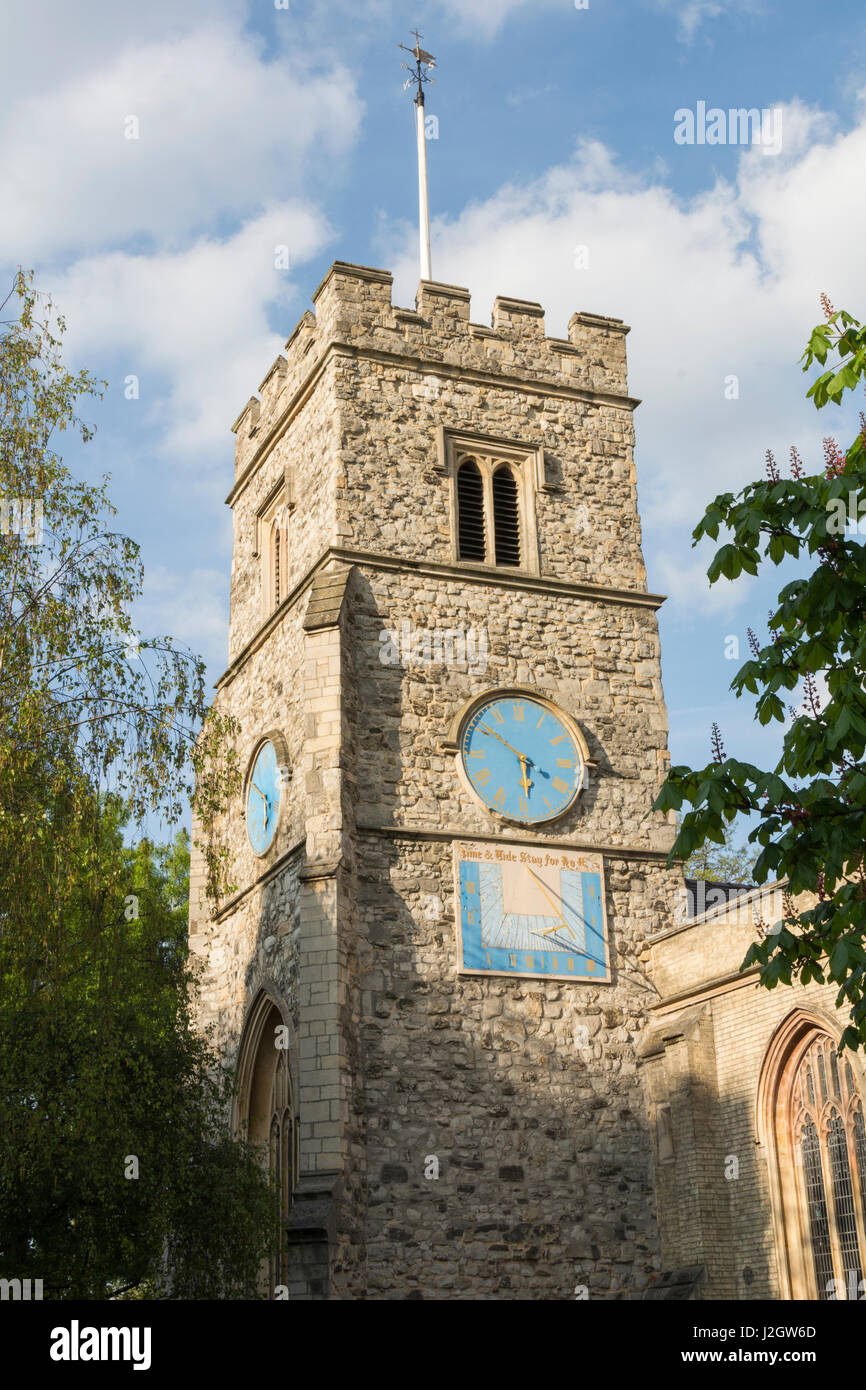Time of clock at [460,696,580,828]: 5:51
